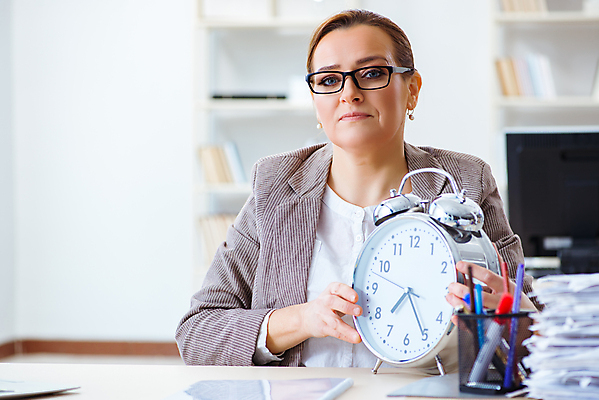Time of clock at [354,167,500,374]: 7:25
